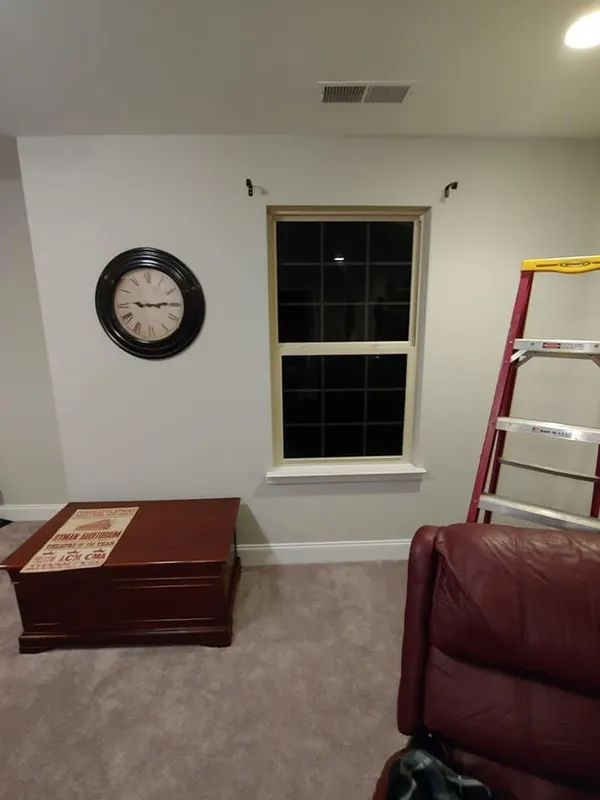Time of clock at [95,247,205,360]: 9:14
